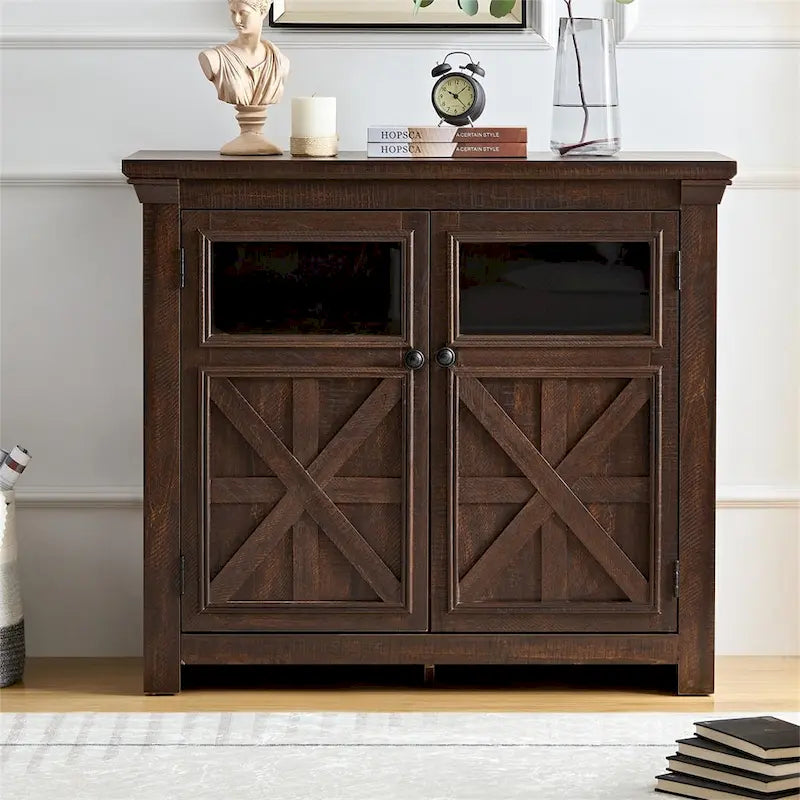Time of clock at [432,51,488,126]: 10:07
